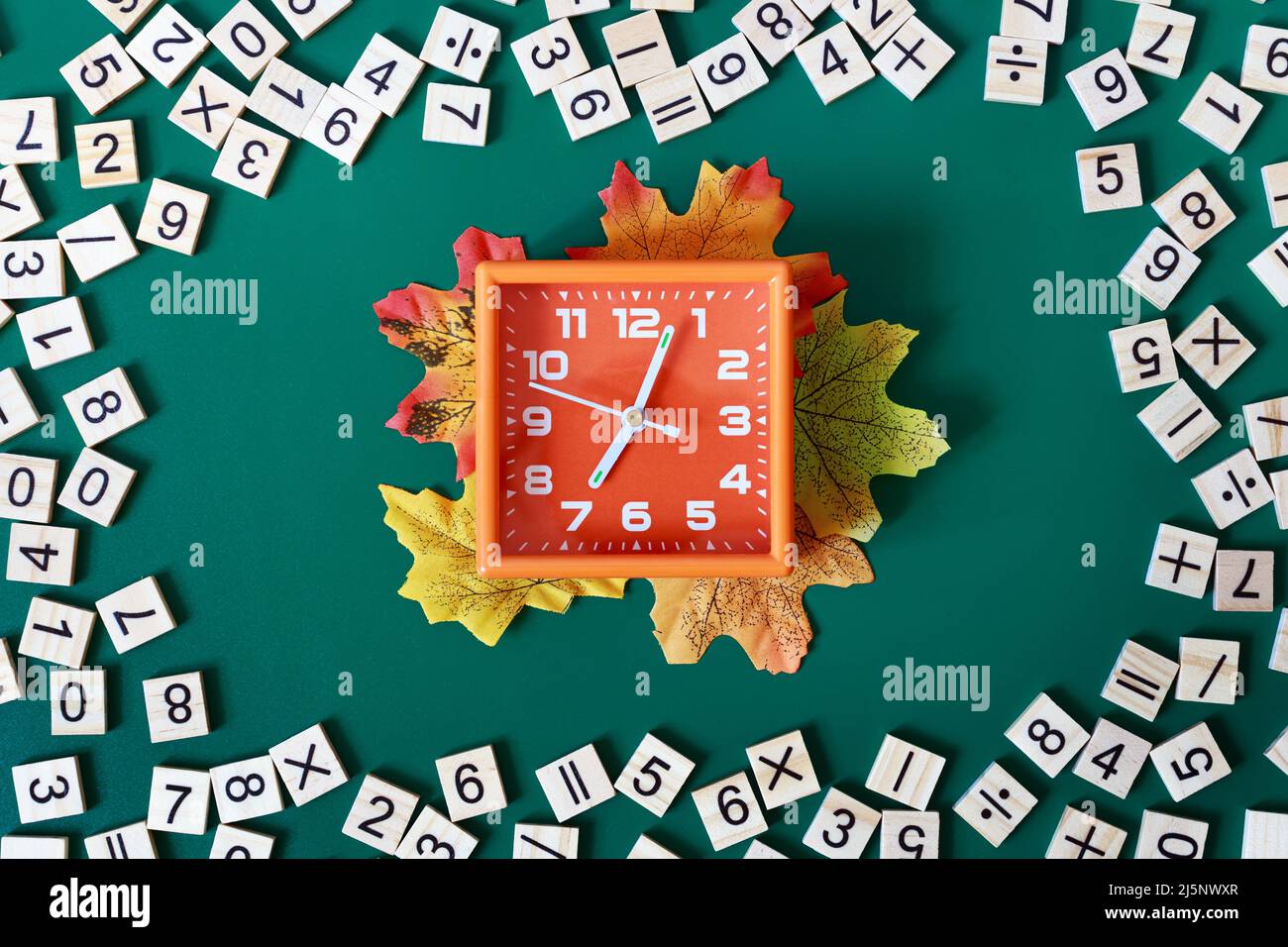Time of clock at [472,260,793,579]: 7:03
